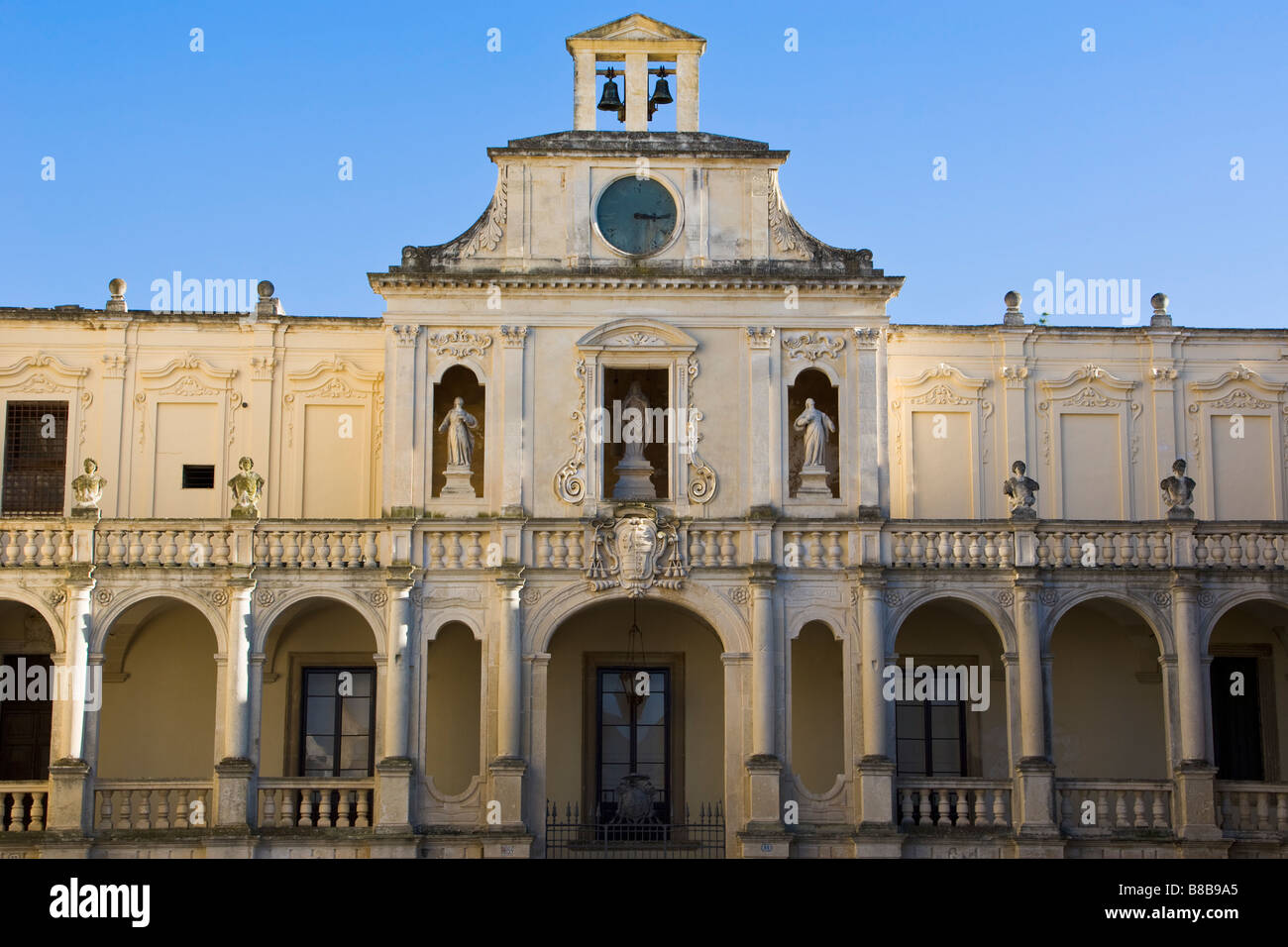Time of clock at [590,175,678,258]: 3:15
